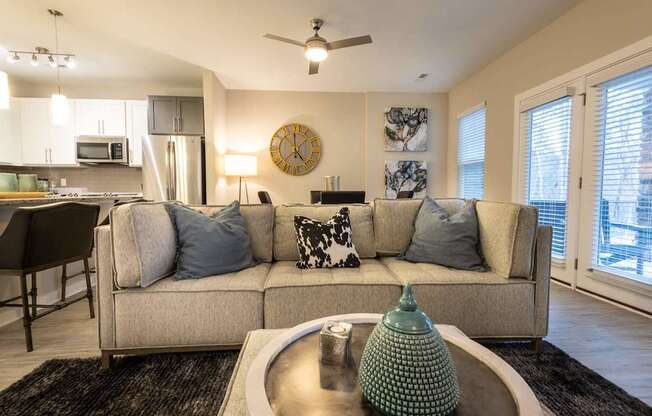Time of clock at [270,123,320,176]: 4:59
